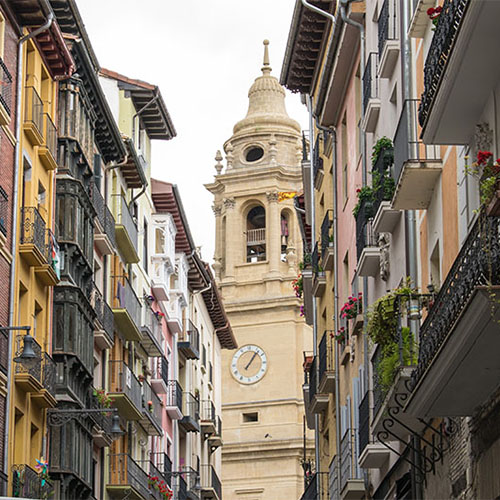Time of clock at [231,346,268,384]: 1:06
